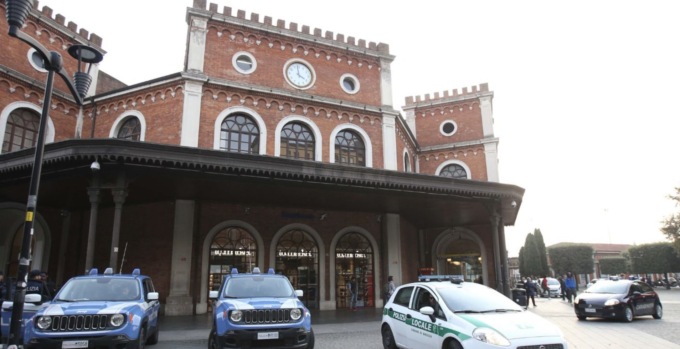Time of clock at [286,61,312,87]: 3:58
